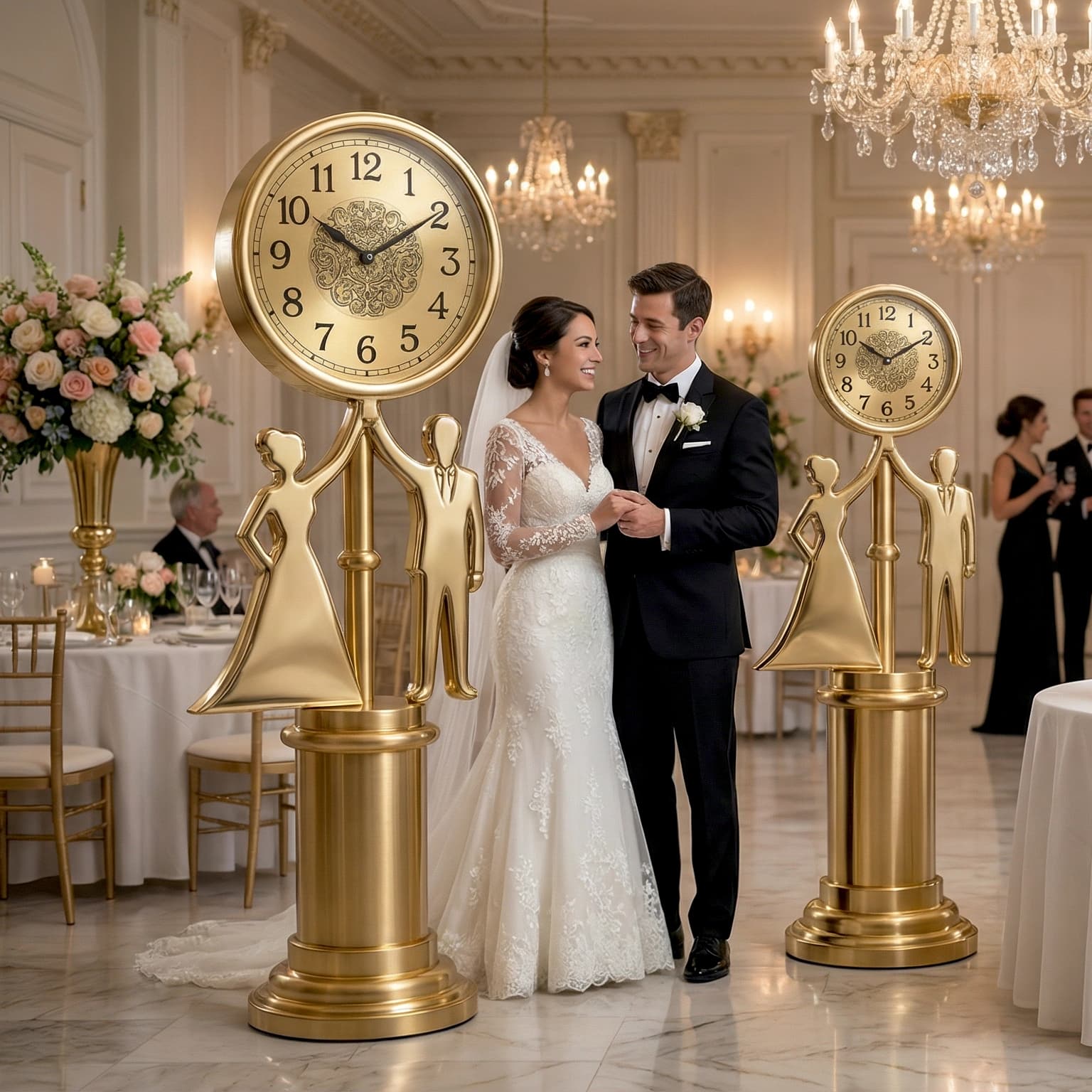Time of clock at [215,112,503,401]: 10:09
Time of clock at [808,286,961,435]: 10:09
